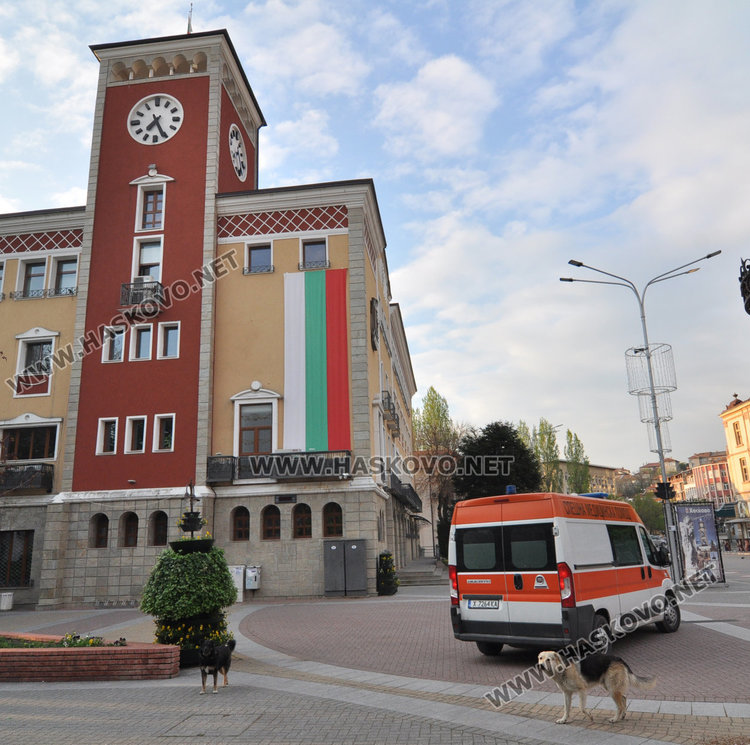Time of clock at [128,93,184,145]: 7:25
